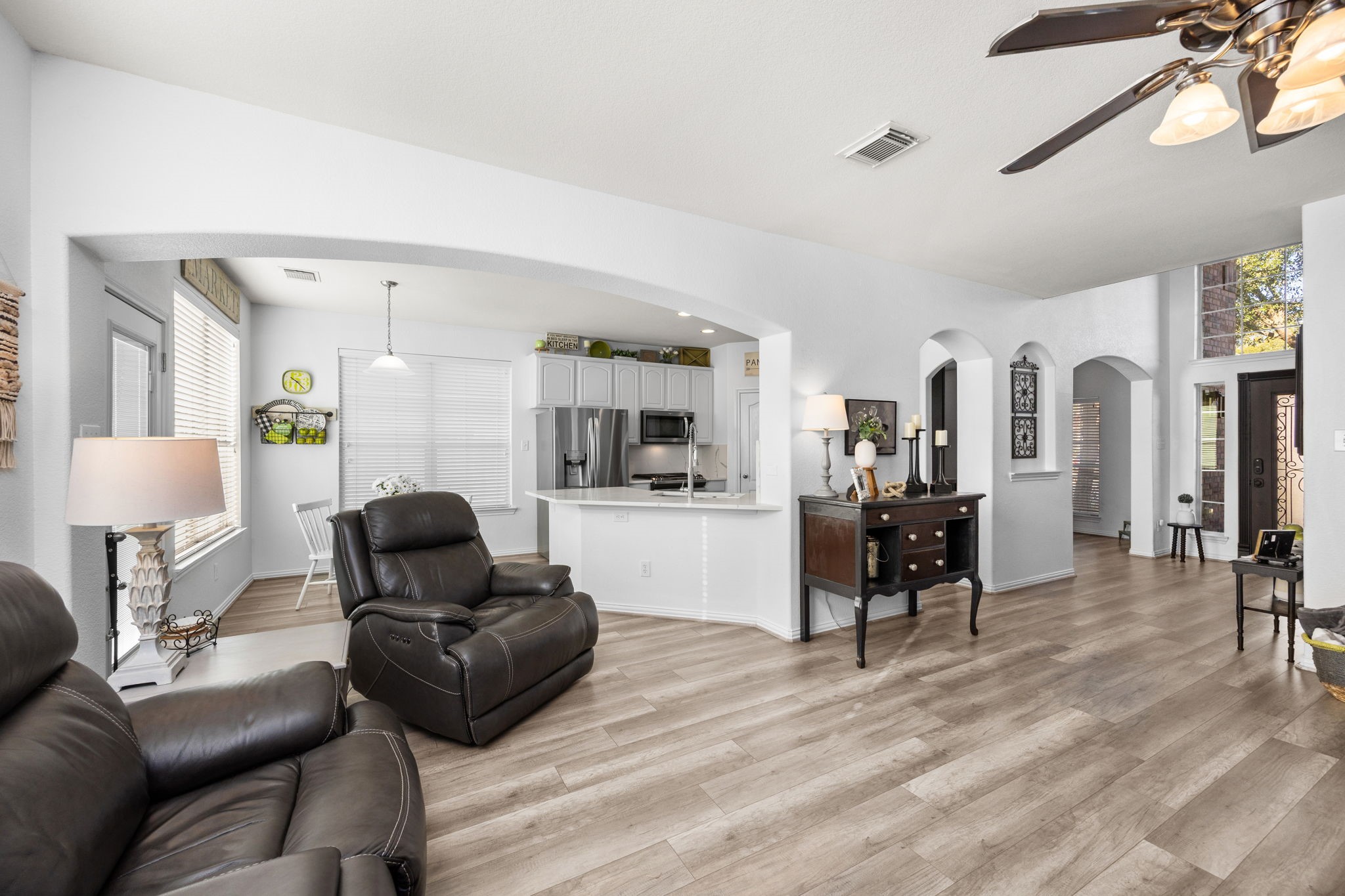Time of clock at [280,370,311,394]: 10:22
